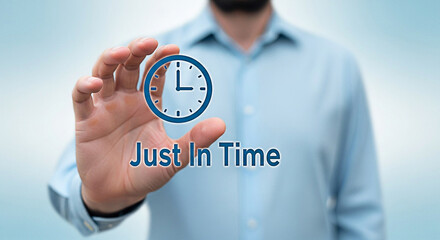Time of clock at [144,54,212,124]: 2:59
